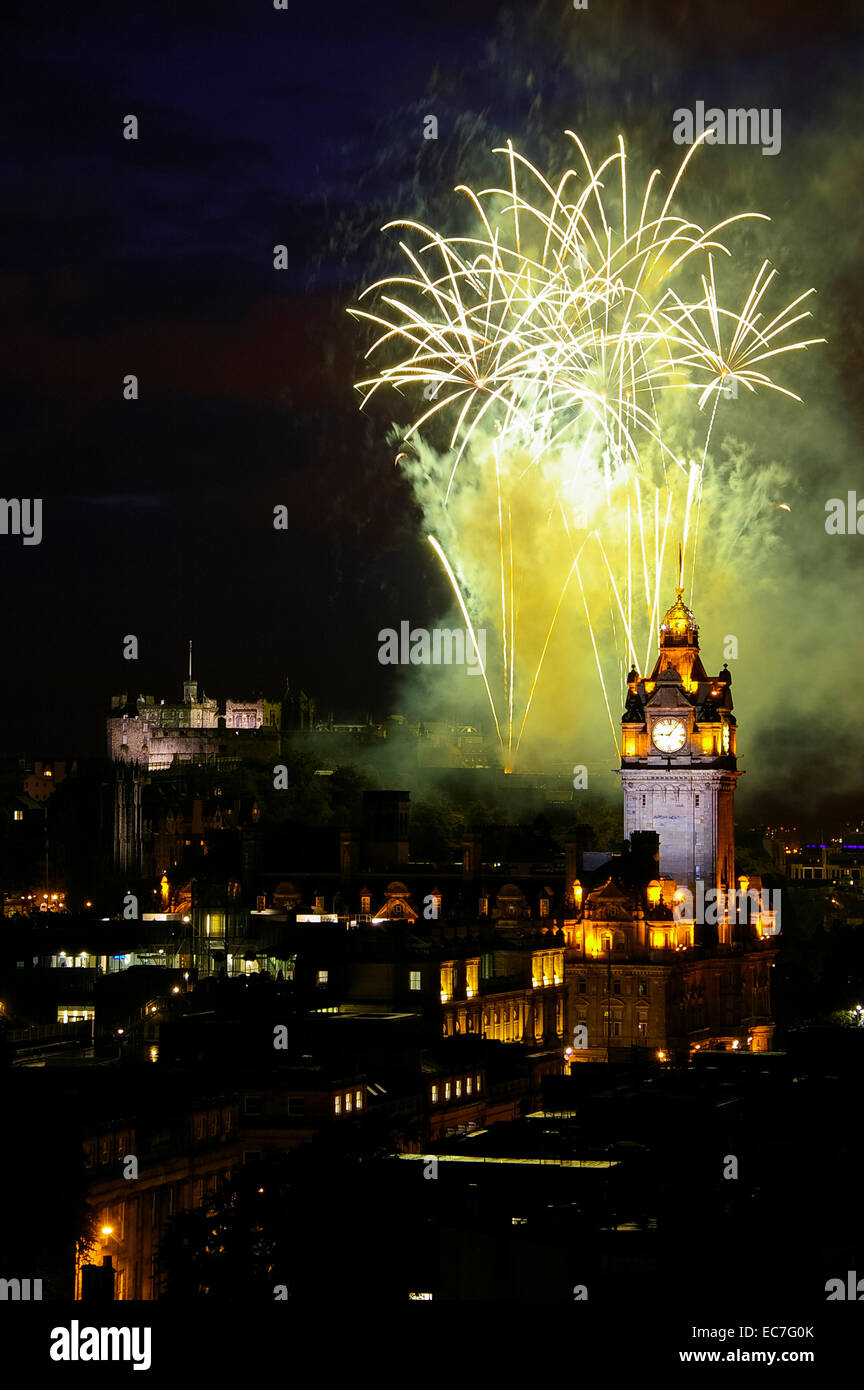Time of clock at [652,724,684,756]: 9:07
